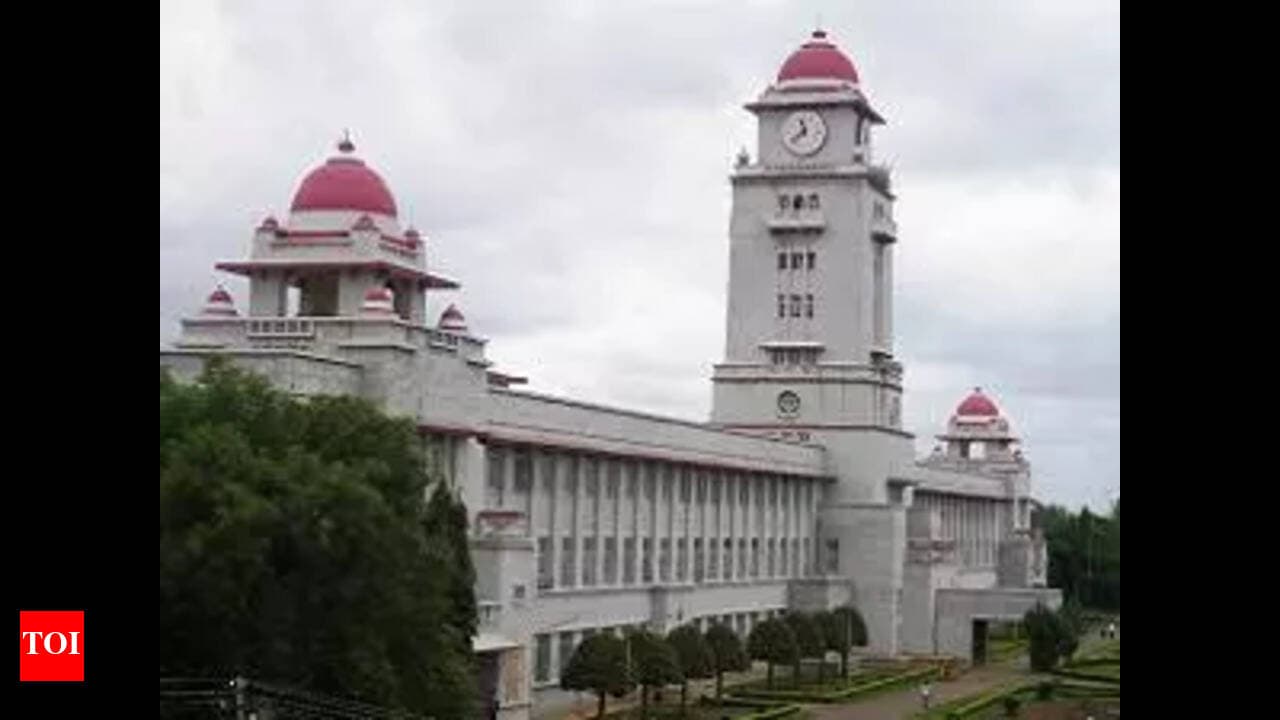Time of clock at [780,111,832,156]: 11:37
